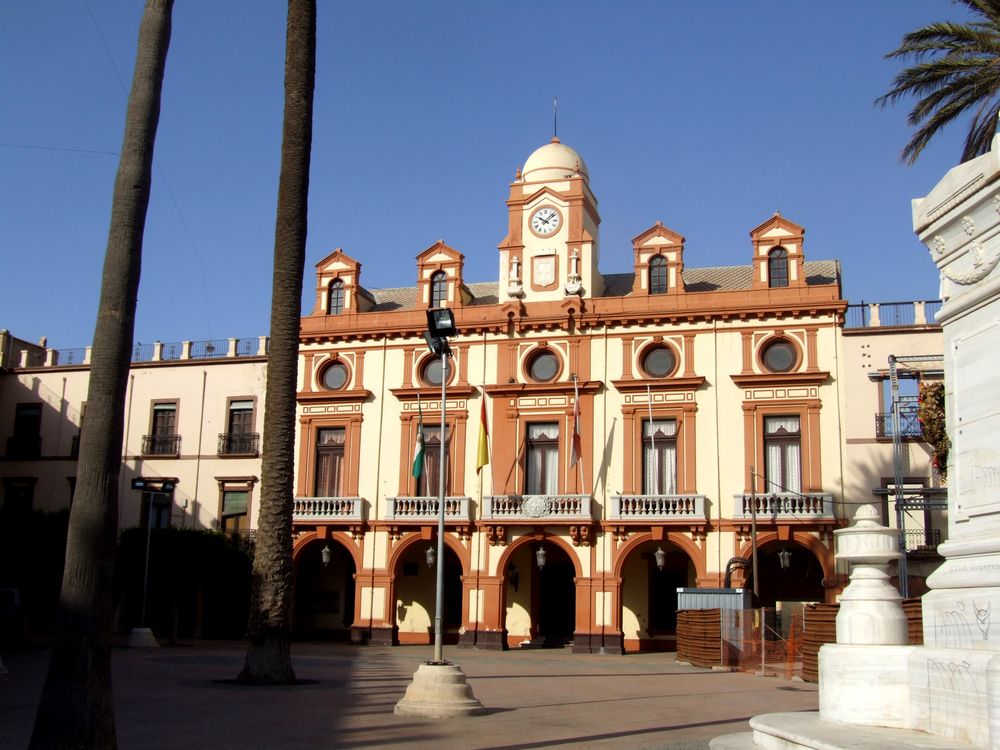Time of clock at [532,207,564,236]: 10:07
